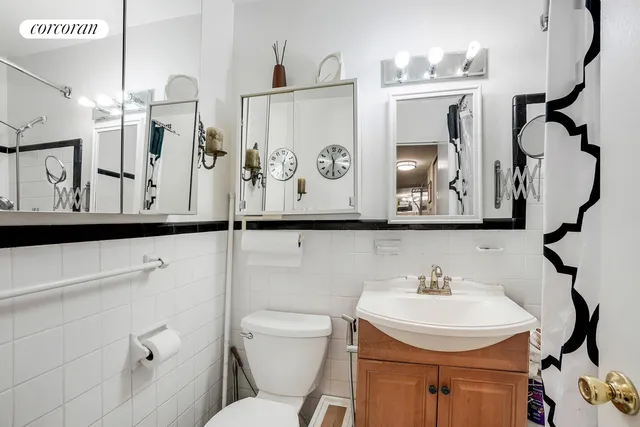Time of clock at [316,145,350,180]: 11:30
